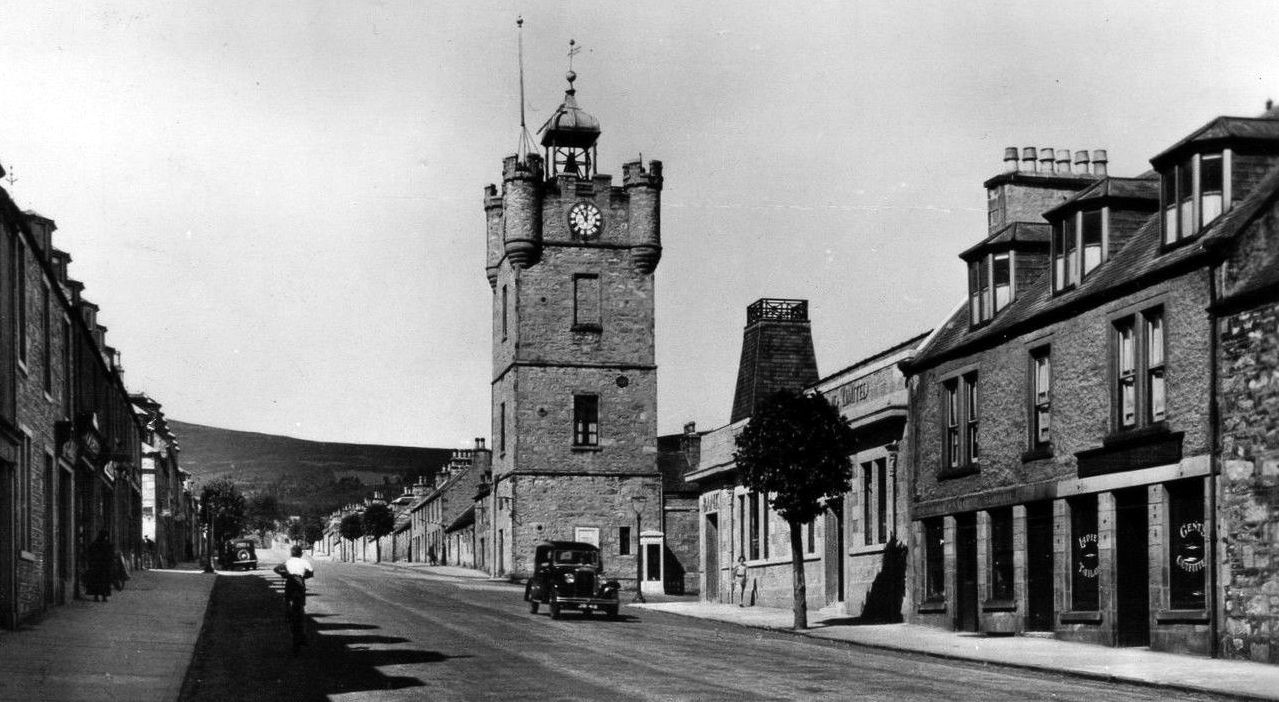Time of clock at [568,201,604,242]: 11:01
